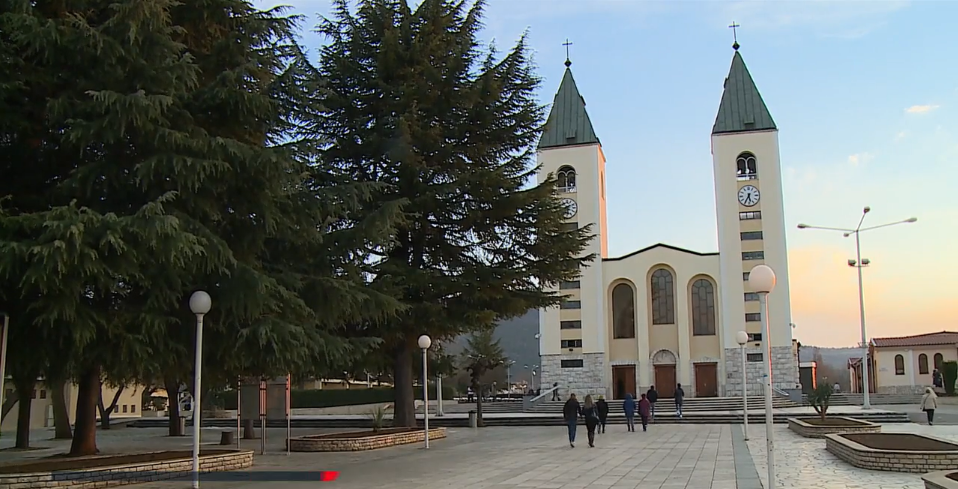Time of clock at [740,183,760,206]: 5:35
